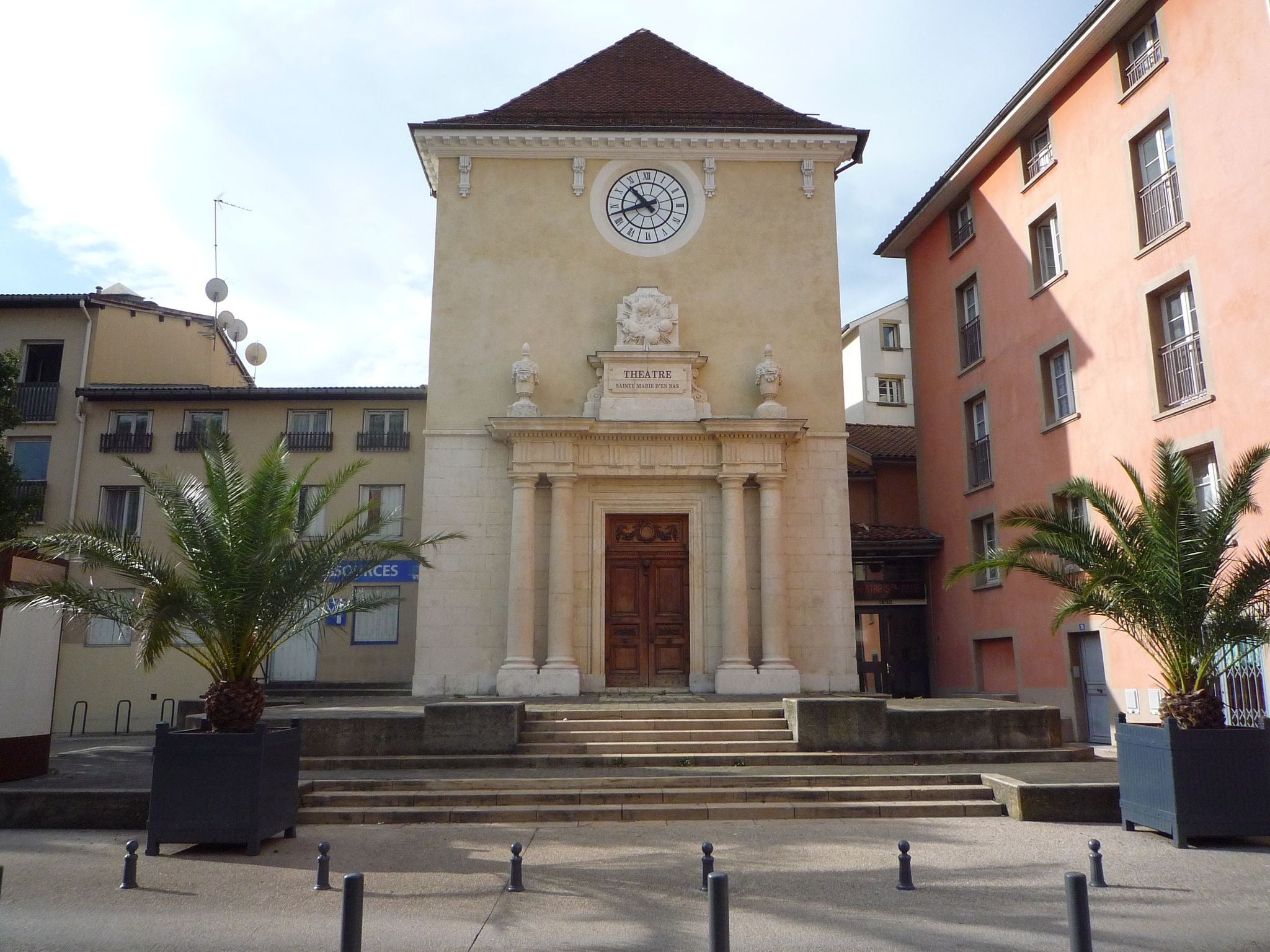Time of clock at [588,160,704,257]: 10:42
